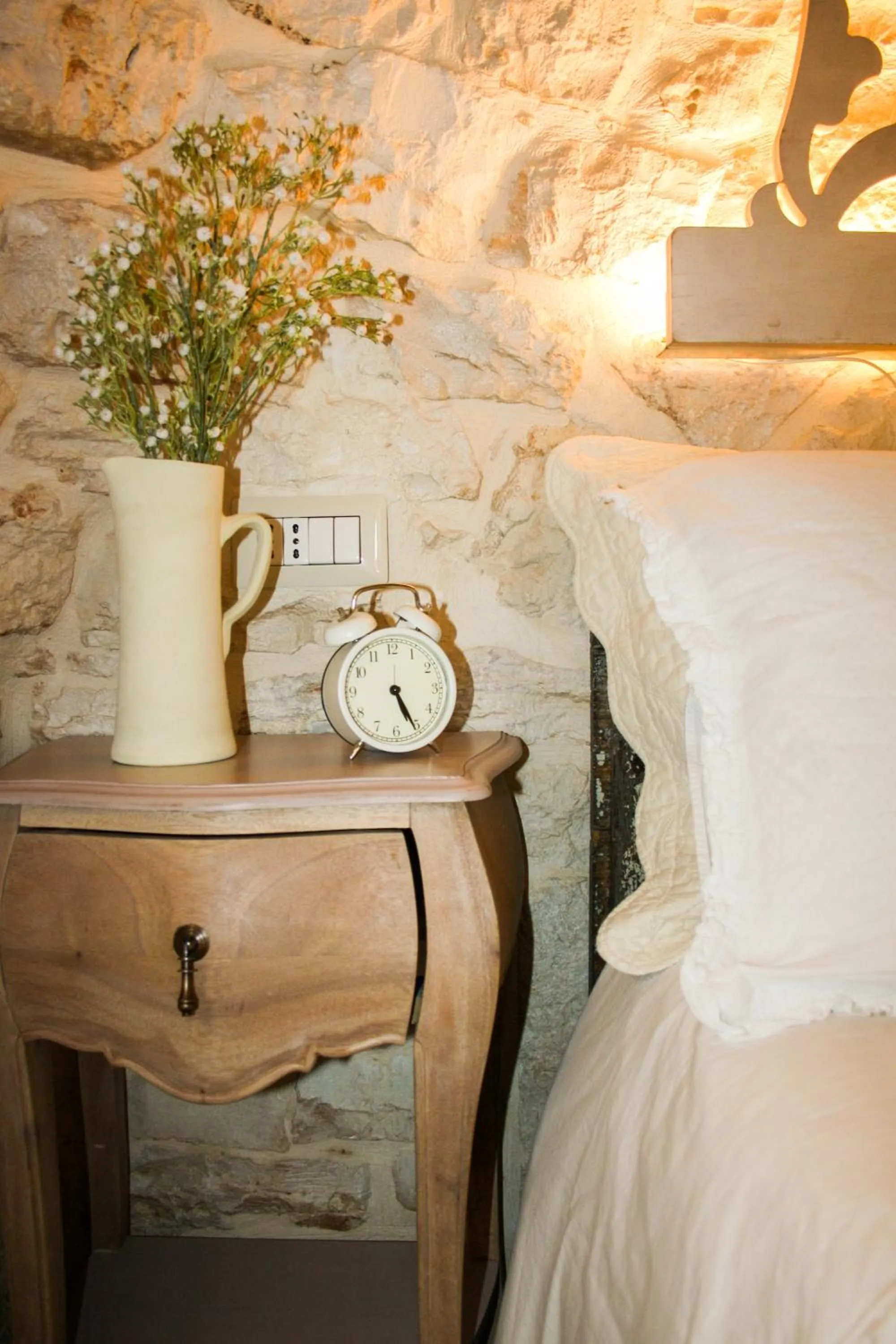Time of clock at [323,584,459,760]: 5:25
